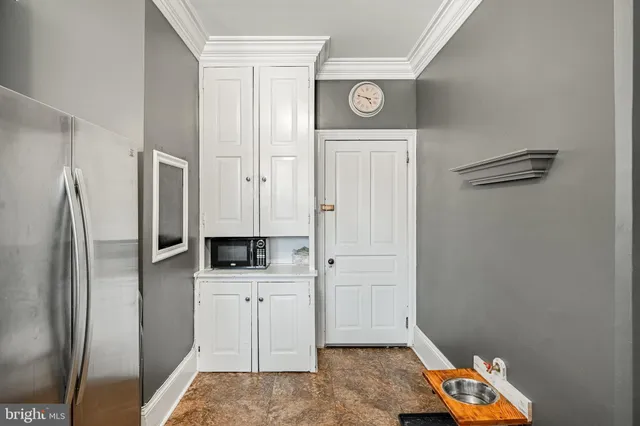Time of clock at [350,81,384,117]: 4:47
